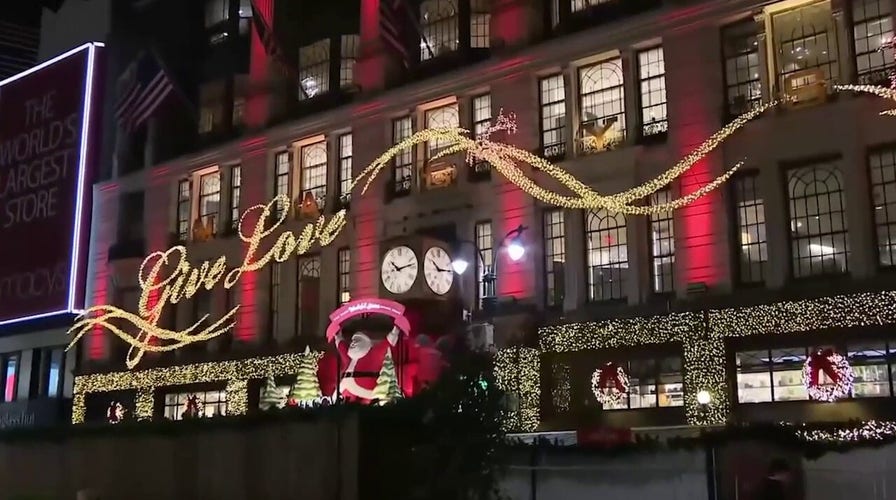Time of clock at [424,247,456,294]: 10:13
